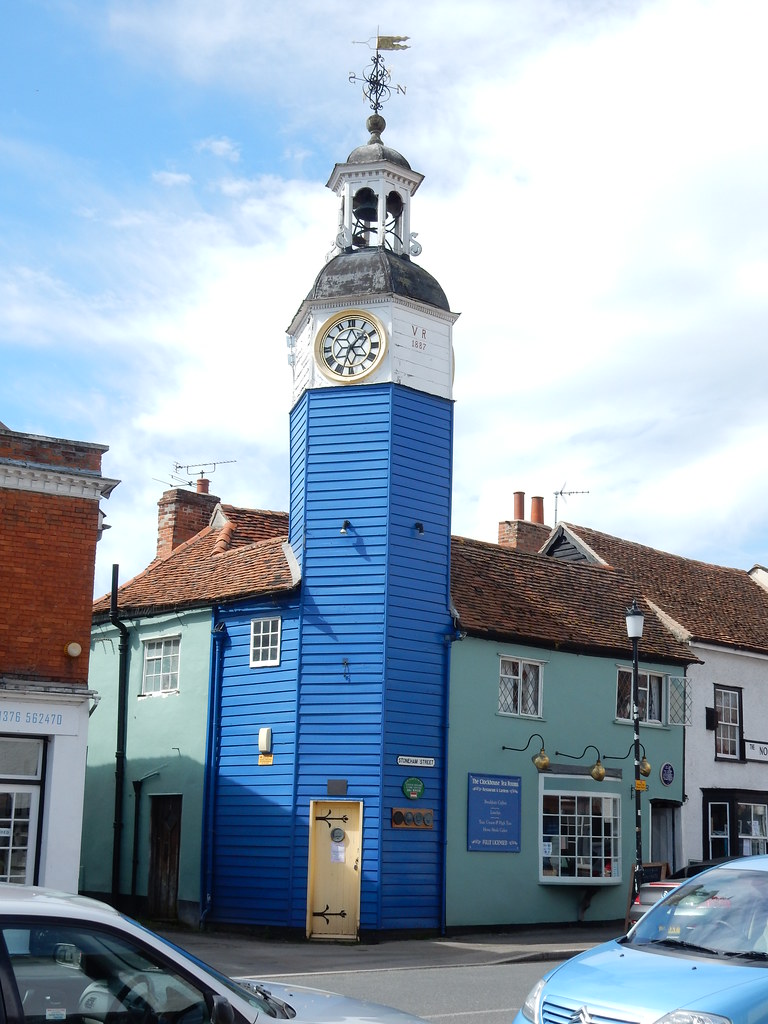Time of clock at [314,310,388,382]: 1:33
